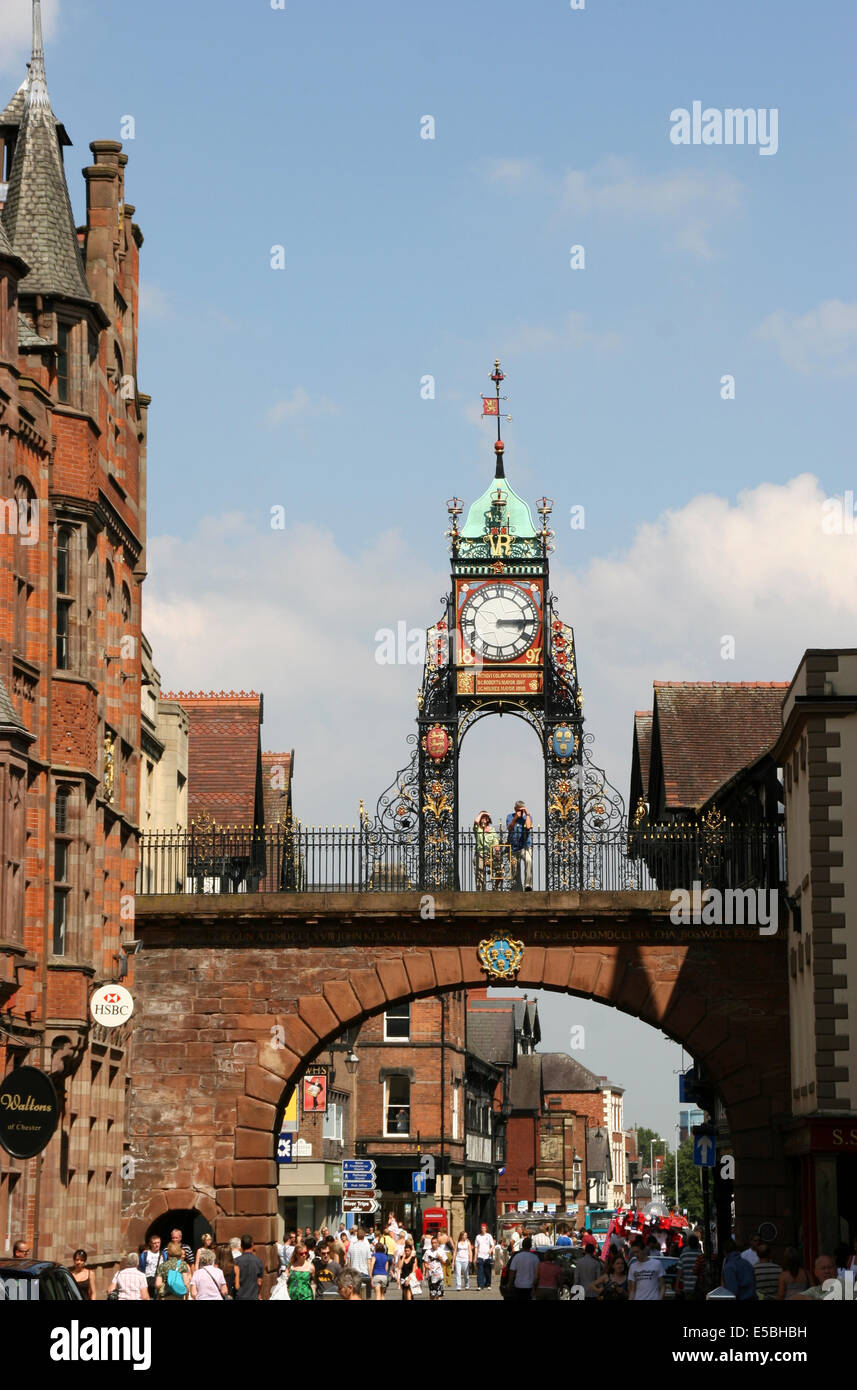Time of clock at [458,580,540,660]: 3:14
